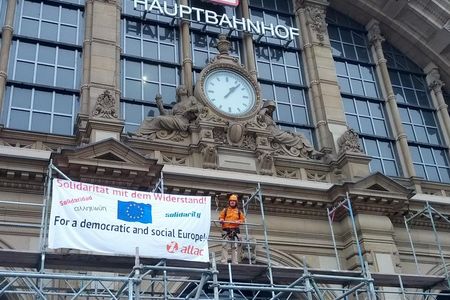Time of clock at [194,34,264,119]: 1:07
